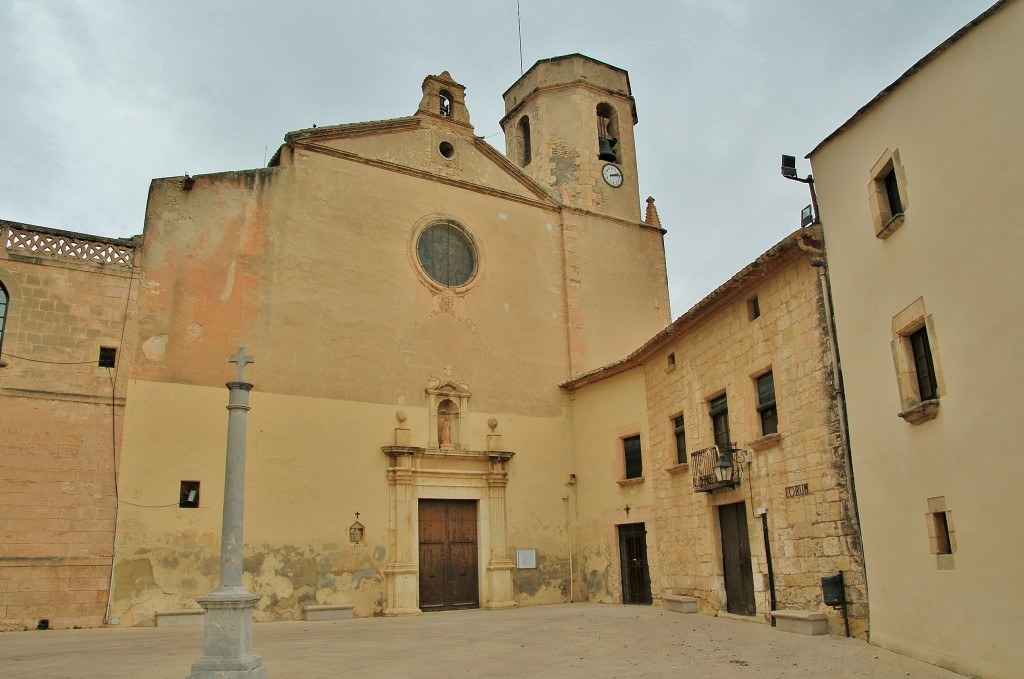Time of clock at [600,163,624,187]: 2:12
